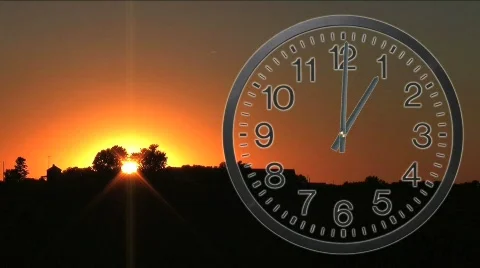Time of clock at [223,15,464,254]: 1:00
